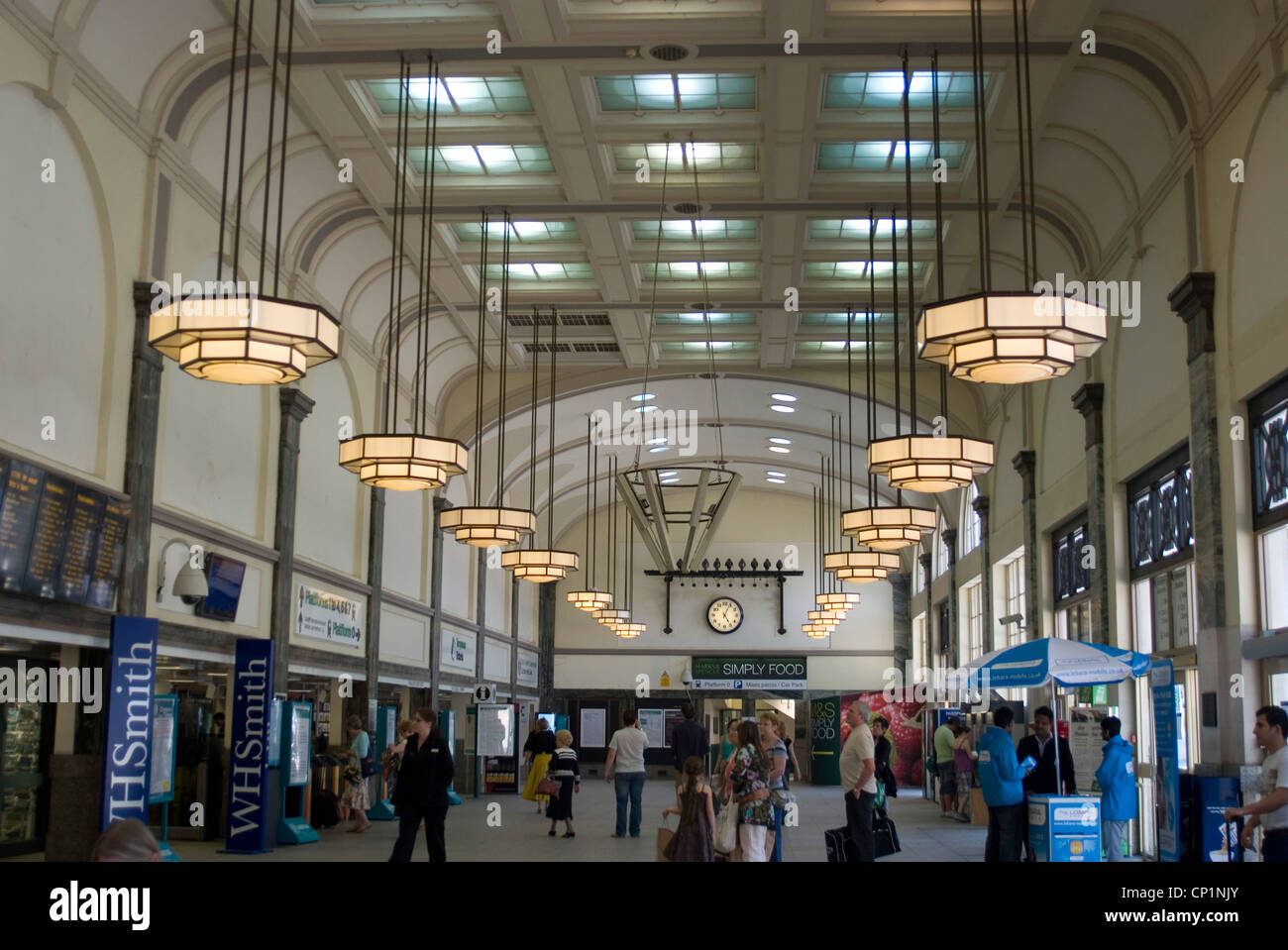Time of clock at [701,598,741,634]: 5:04
